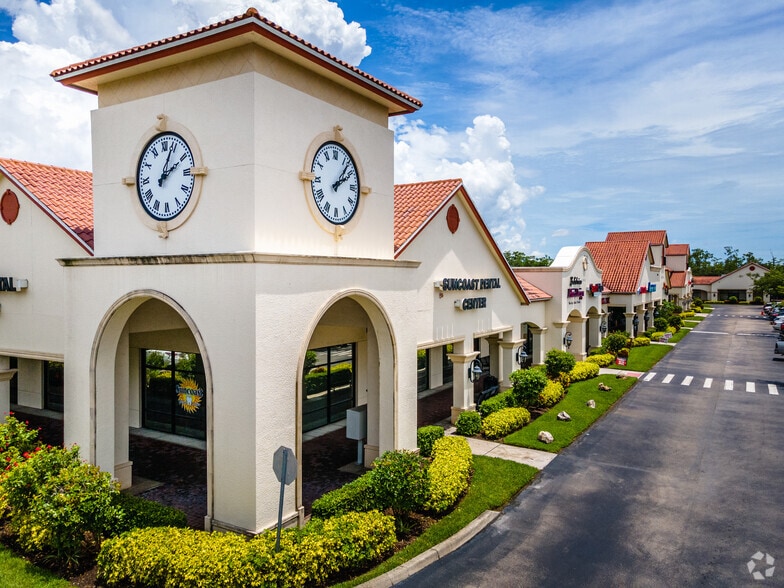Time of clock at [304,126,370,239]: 2:06
